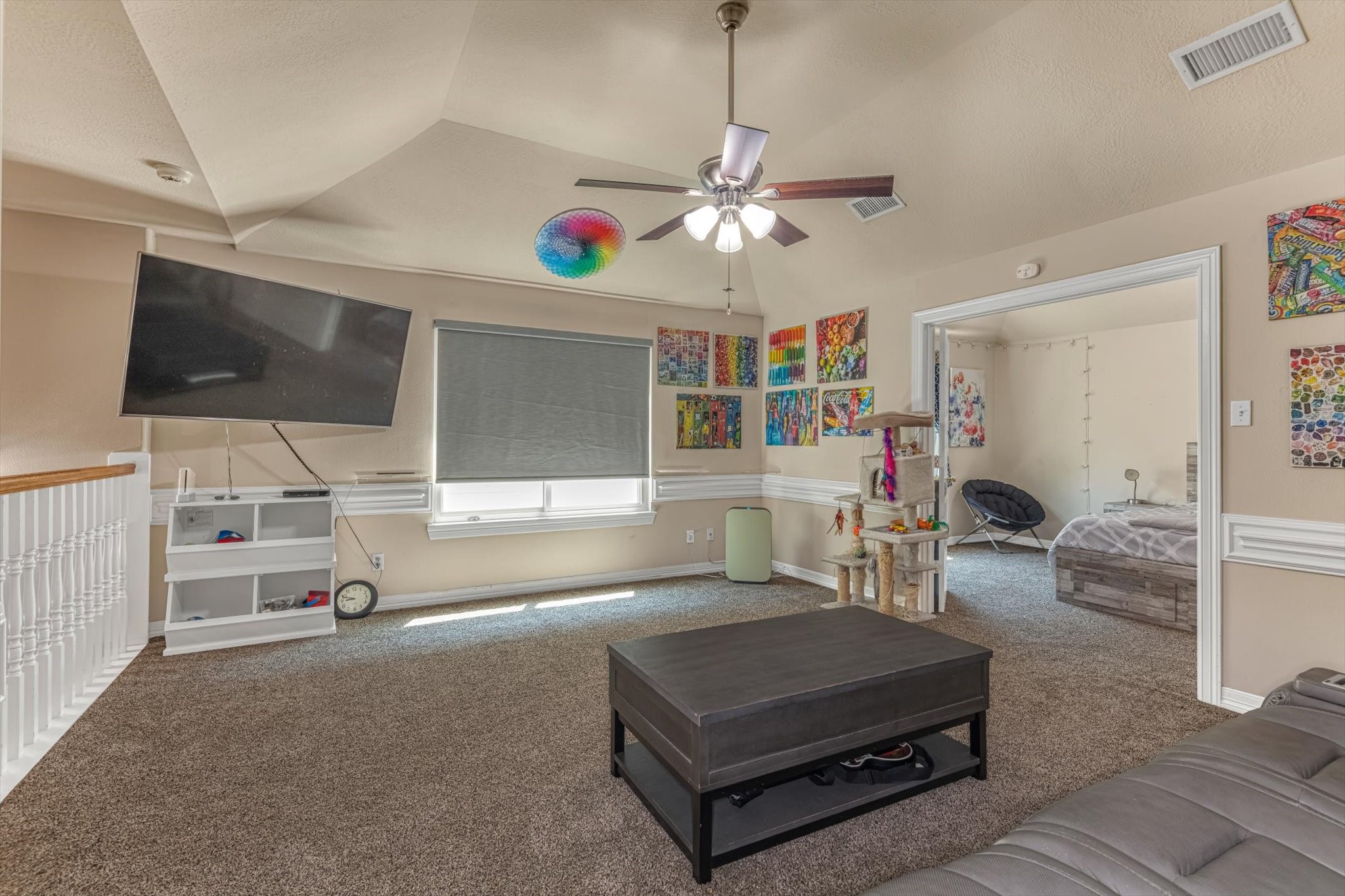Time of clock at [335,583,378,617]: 8:48
